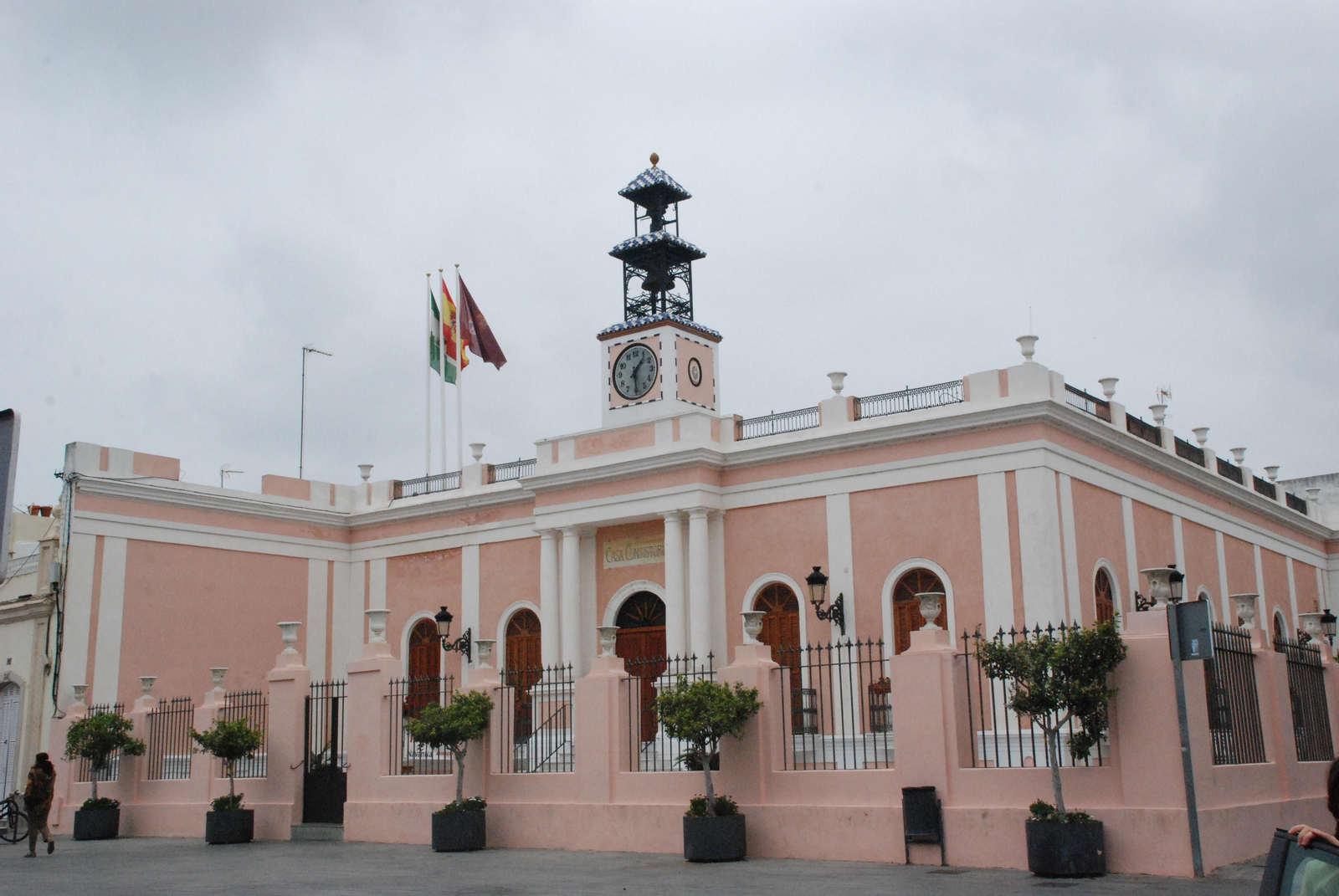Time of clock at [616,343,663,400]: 1:29
